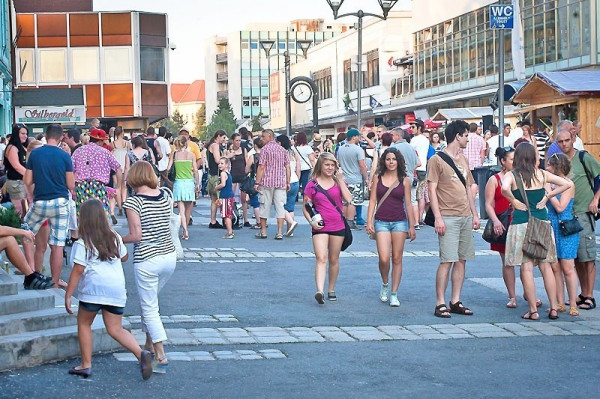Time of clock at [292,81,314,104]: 7:57
